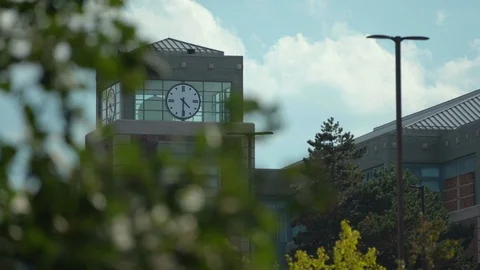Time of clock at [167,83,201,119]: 4:30
